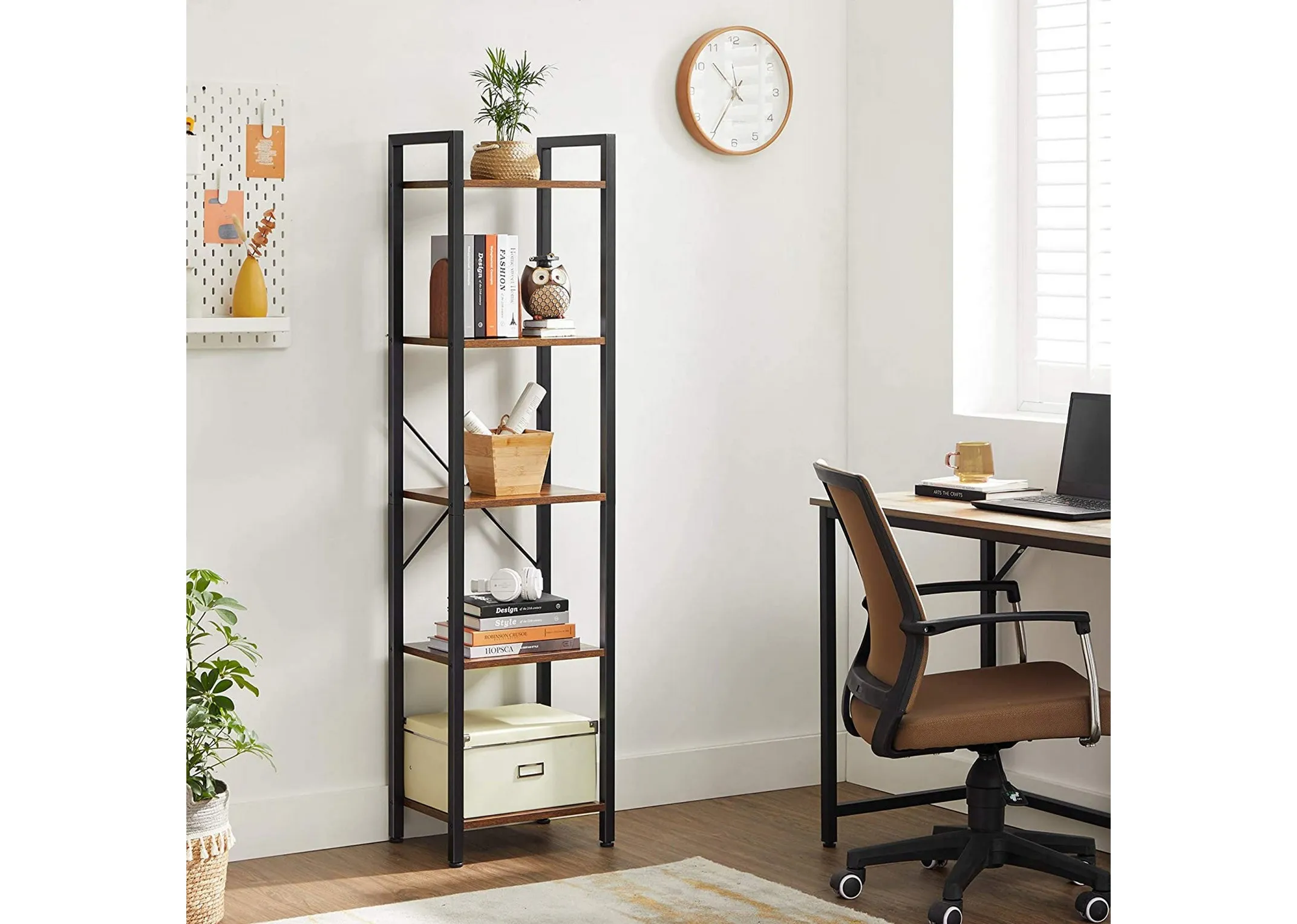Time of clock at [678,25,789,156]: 10:35
